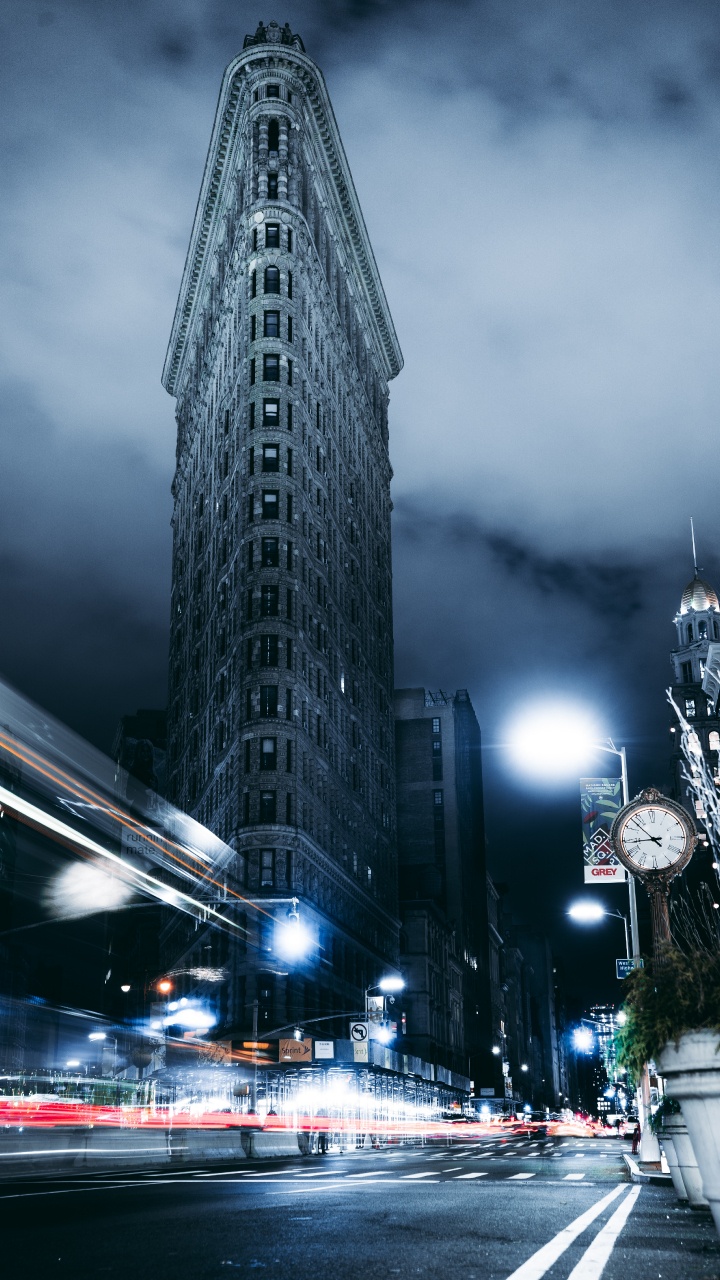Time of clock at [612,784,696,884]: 8:52
